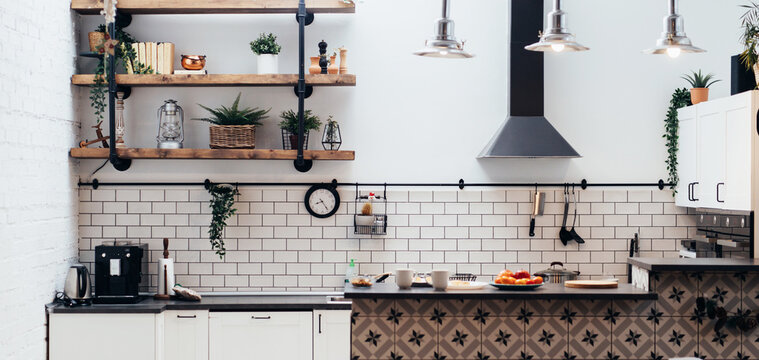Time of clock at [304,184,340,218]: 8:24
